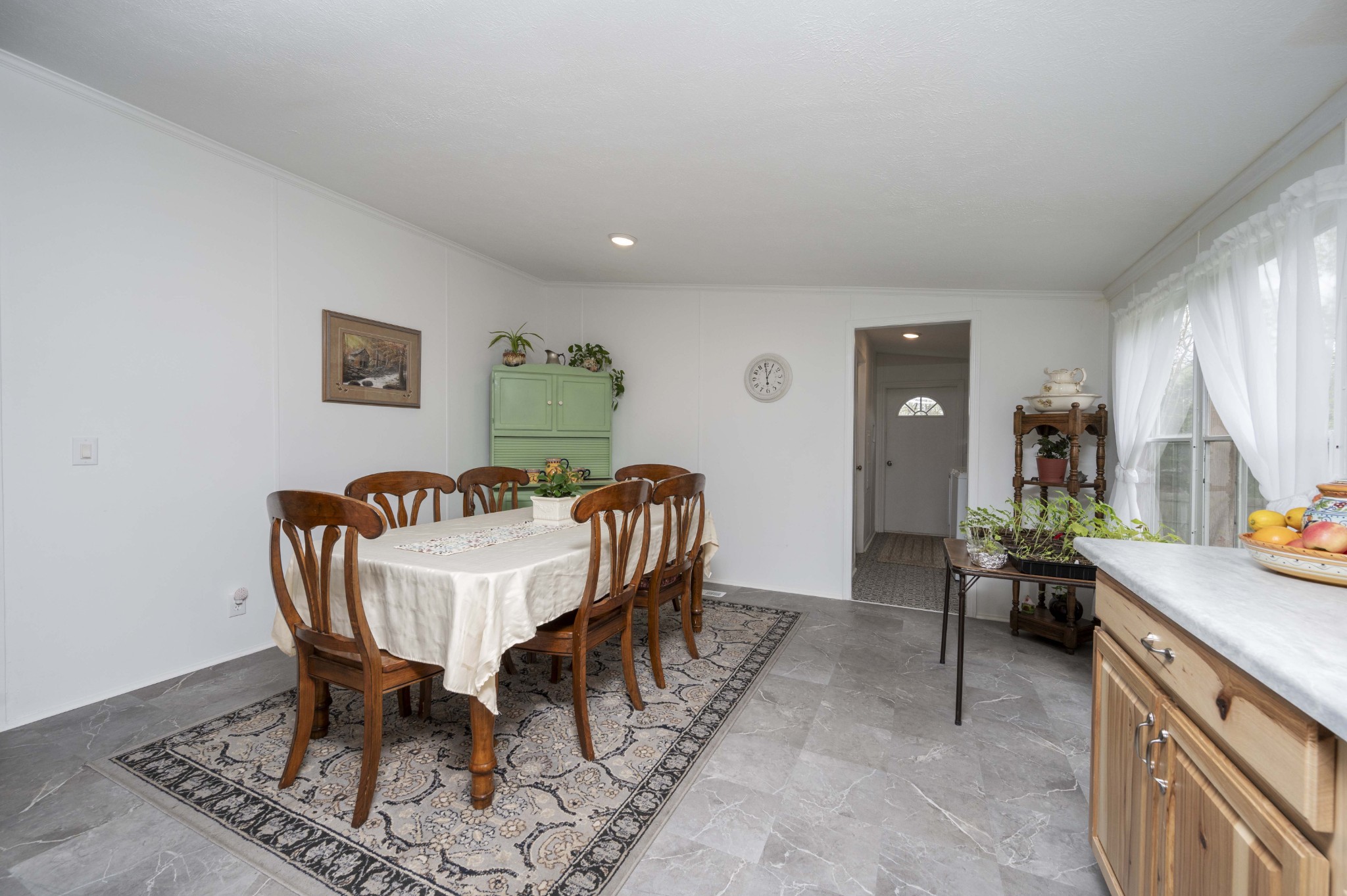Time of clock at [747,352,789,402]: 12:59
